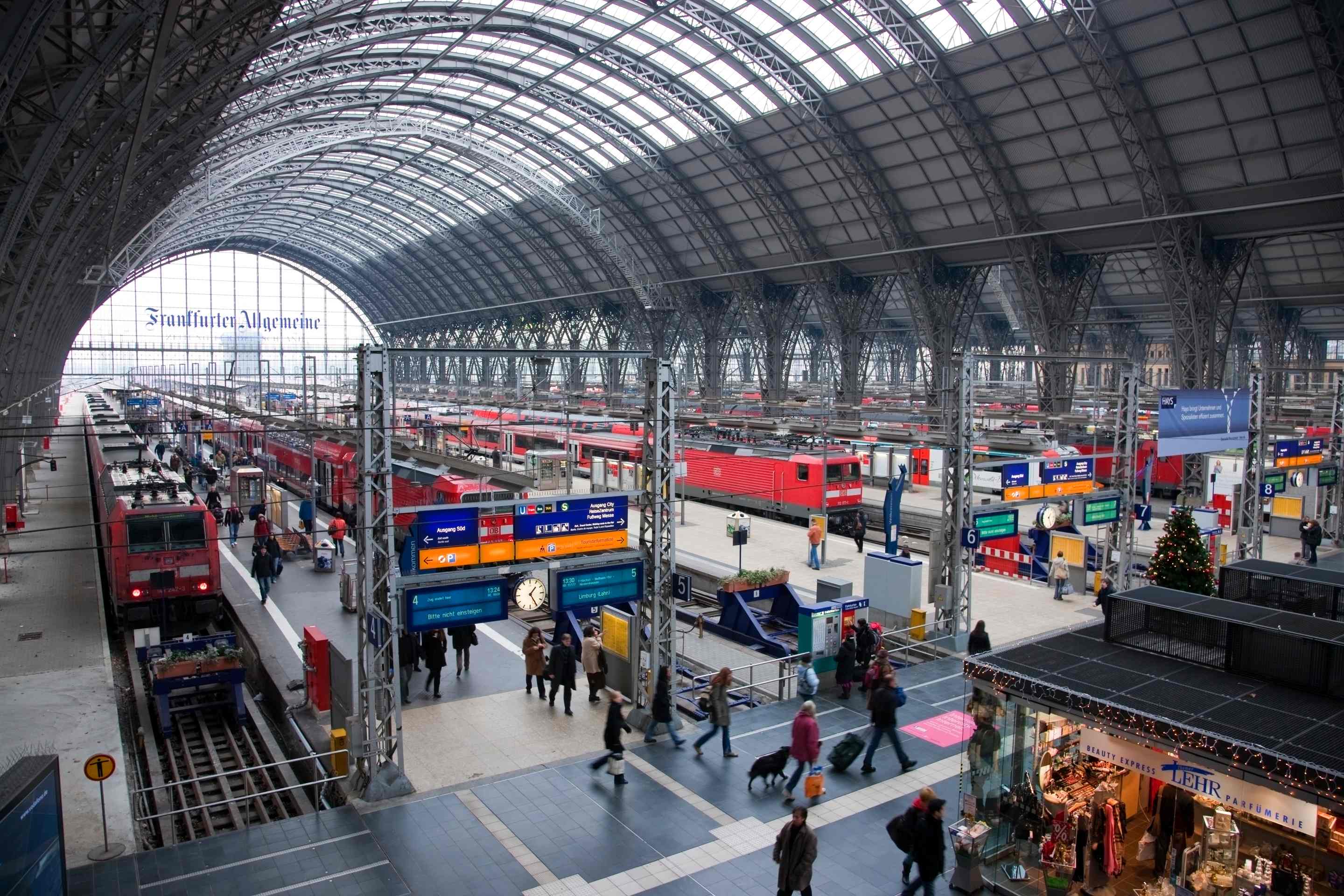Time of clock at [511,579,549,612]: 1:24
